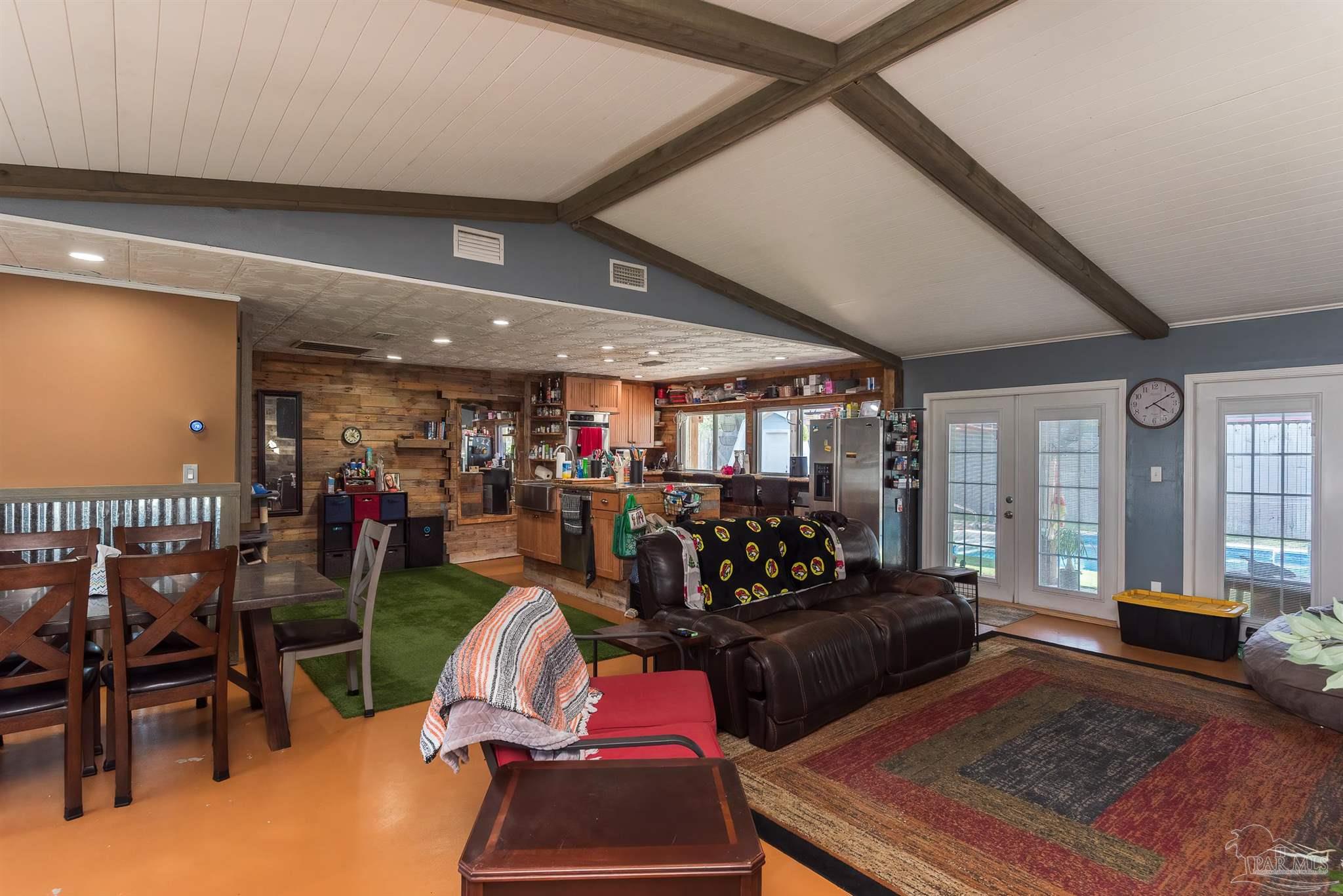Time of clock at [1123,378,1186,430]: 4:09
